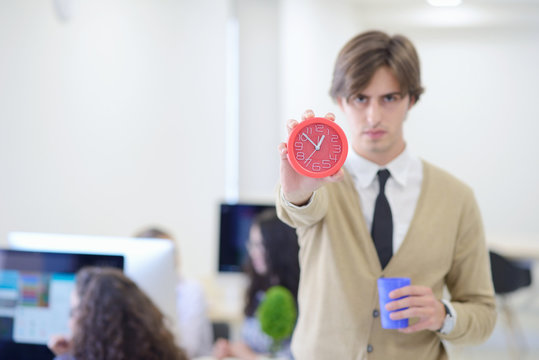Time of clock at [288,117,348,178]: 12:52
